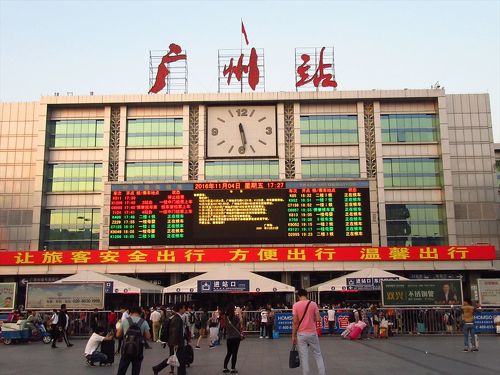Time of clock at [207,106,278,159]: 5:28
